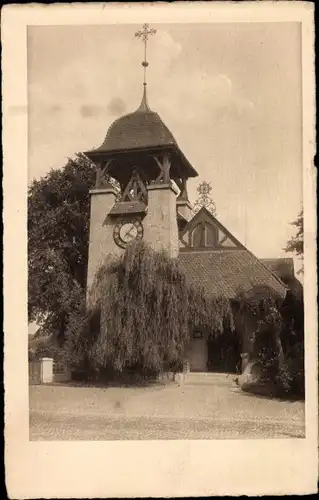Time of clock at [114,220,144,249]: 4:07
